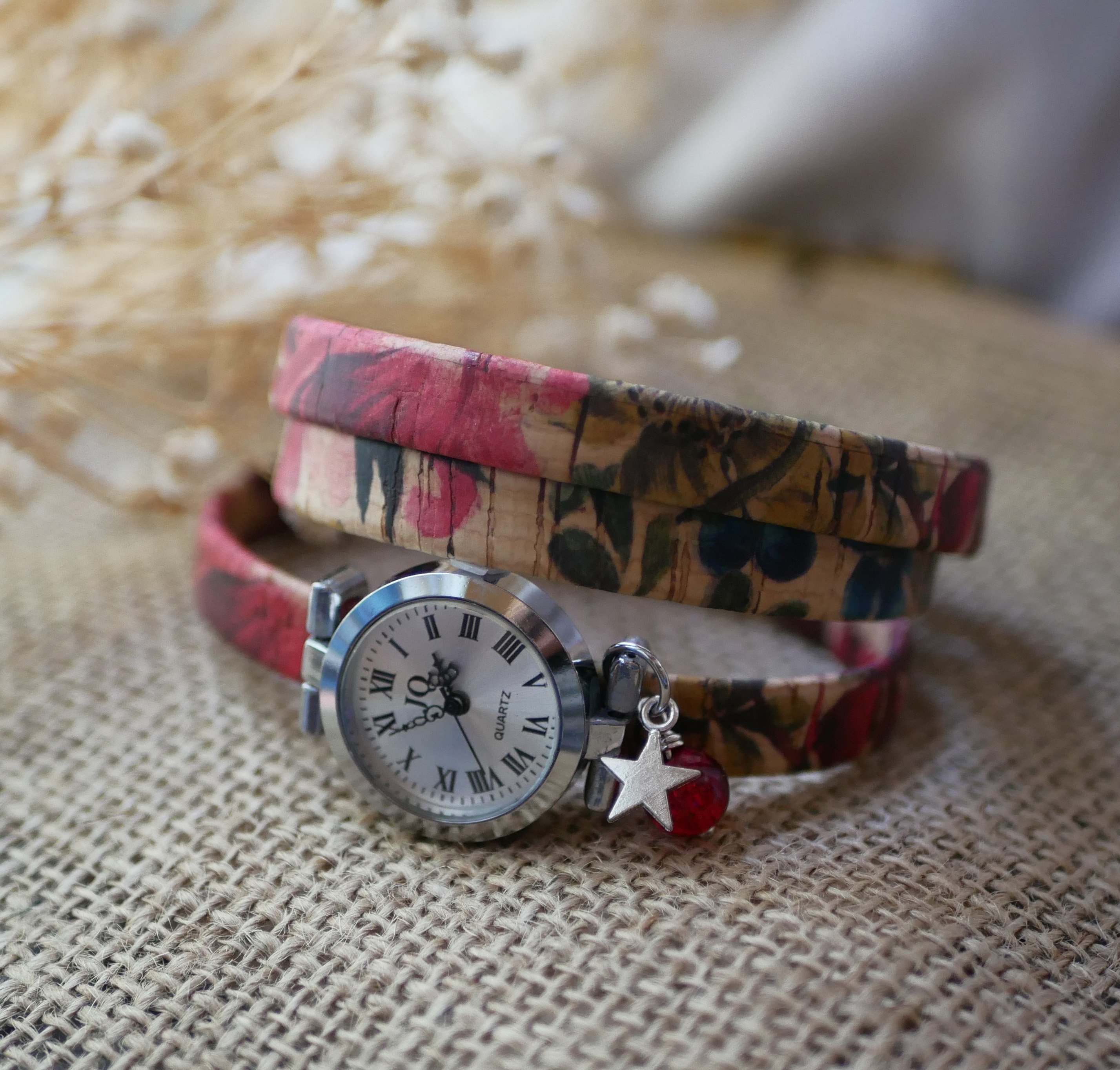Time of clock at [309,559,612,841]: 10:39
